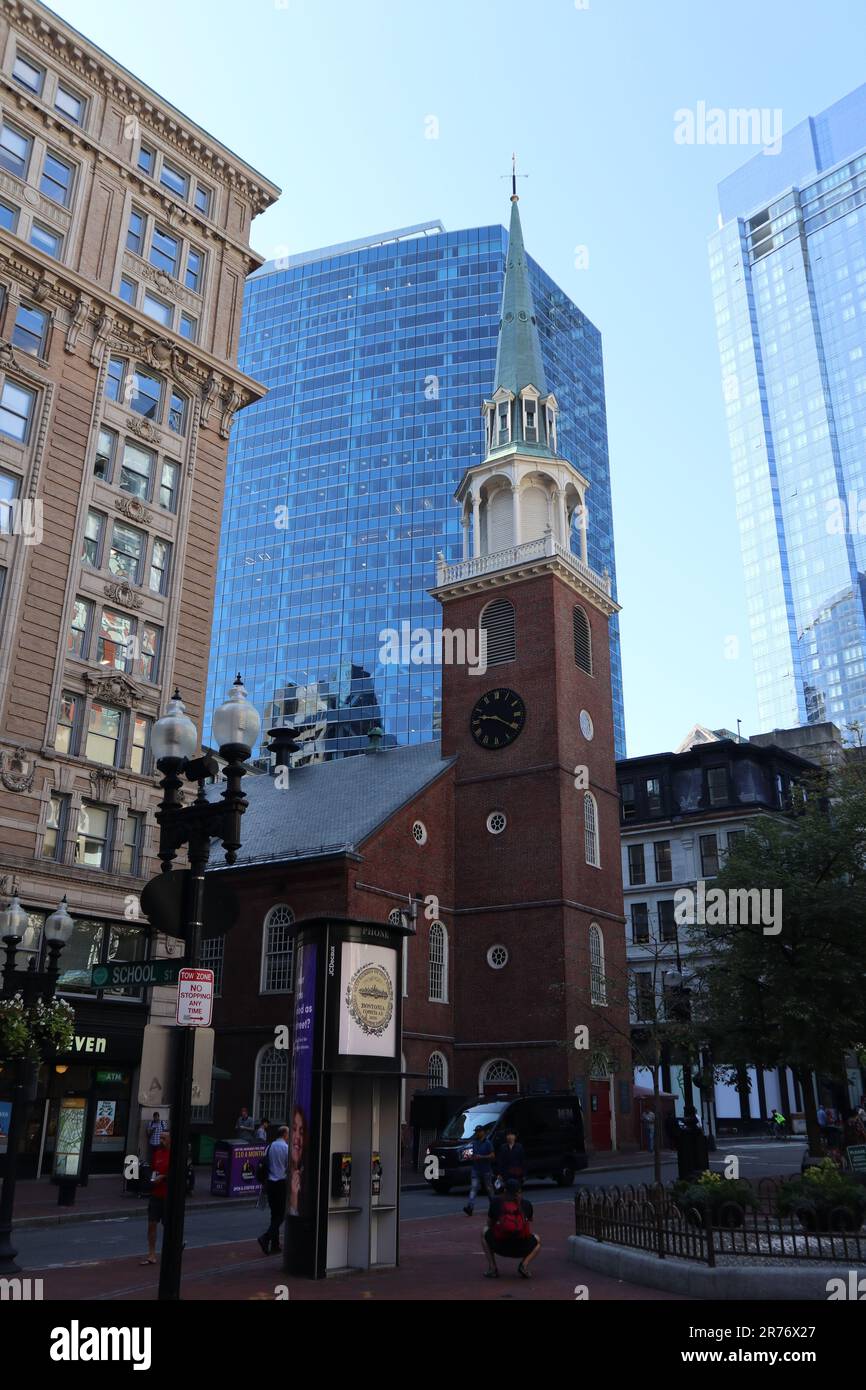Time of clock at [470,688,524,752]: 9:20
